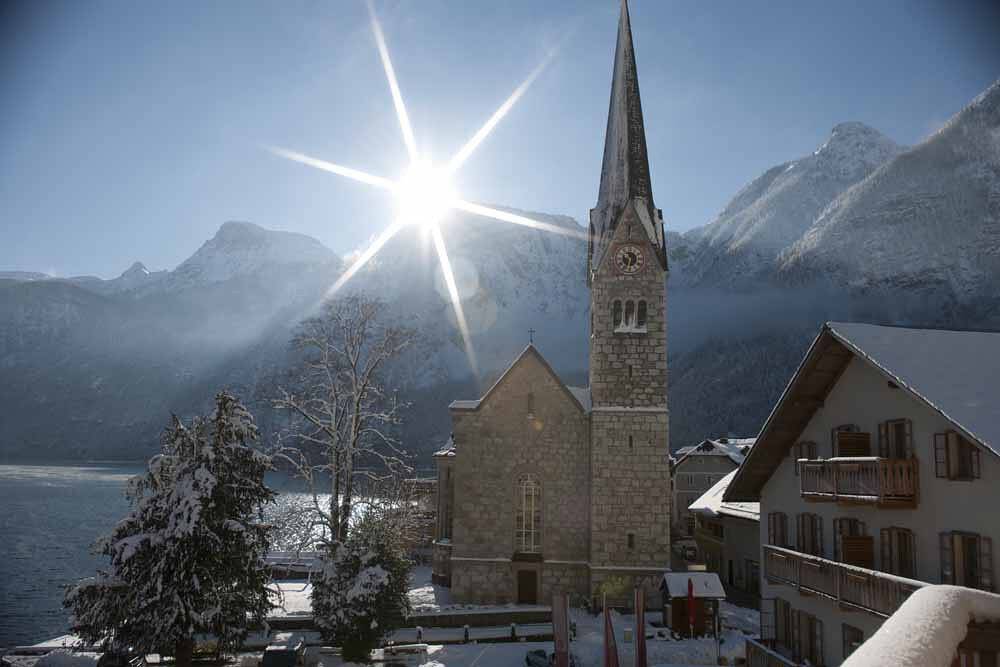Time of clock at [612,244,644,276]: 11:32
